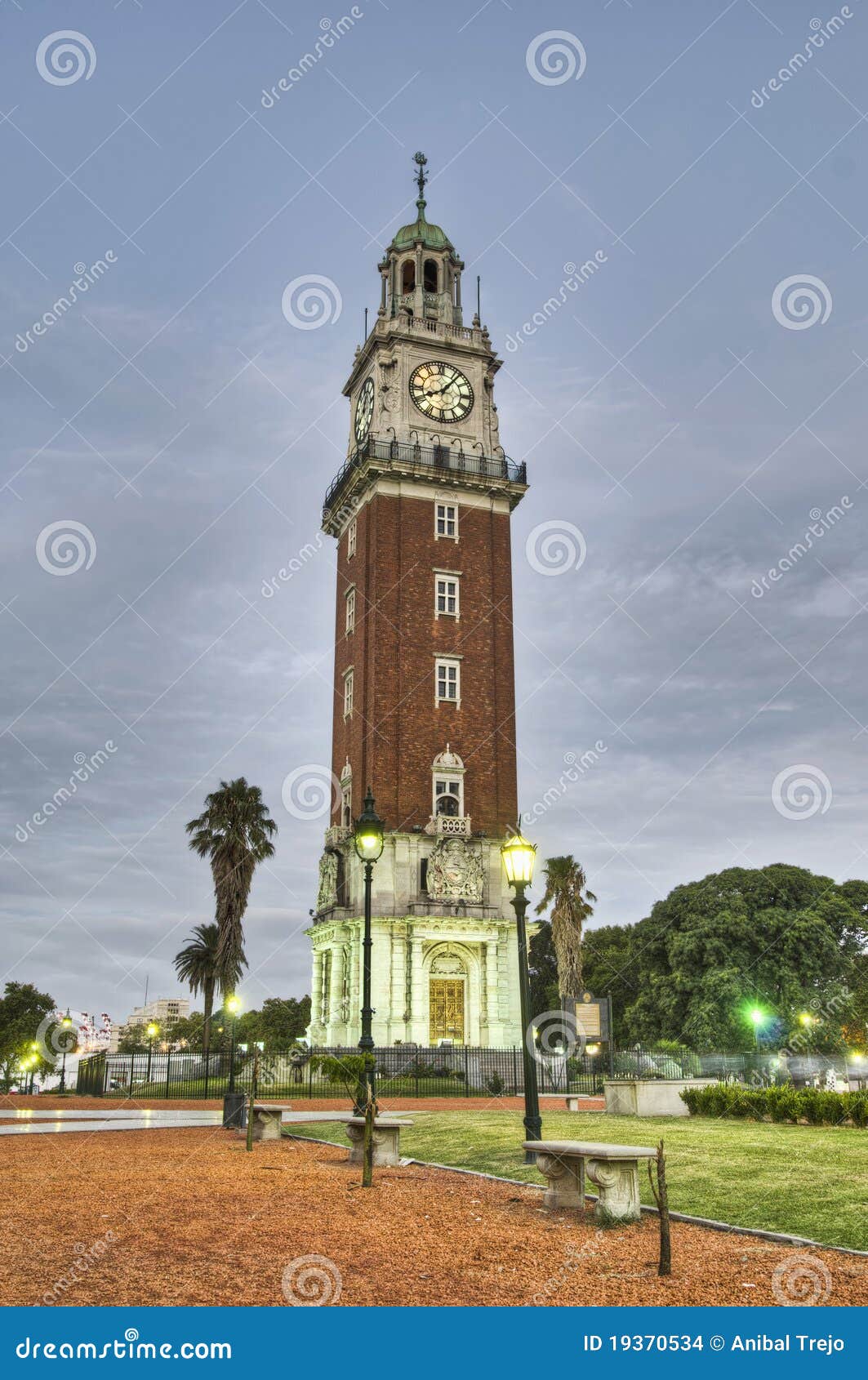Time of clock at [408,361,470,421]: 8:06
